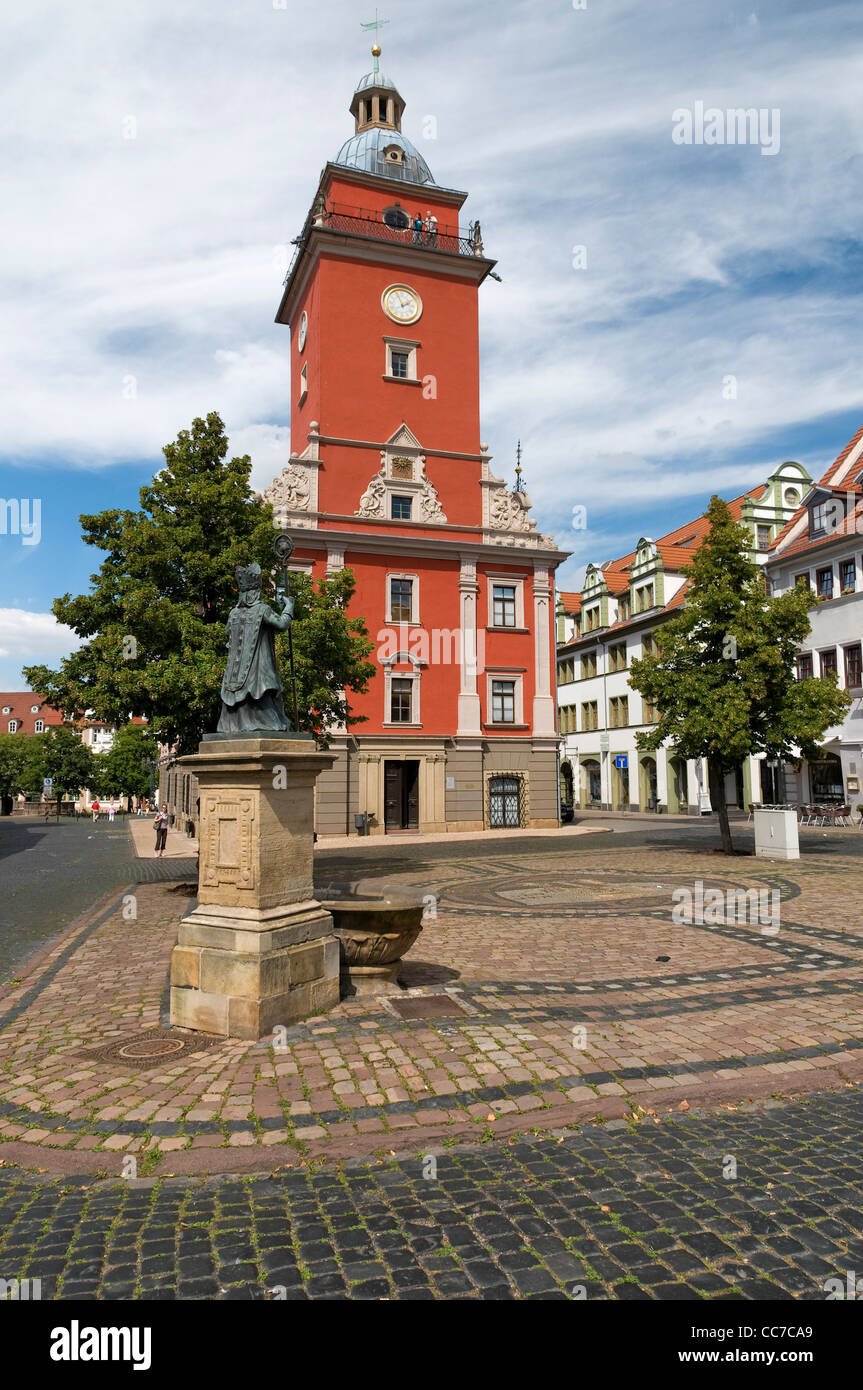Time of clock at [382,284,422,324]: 1:56
